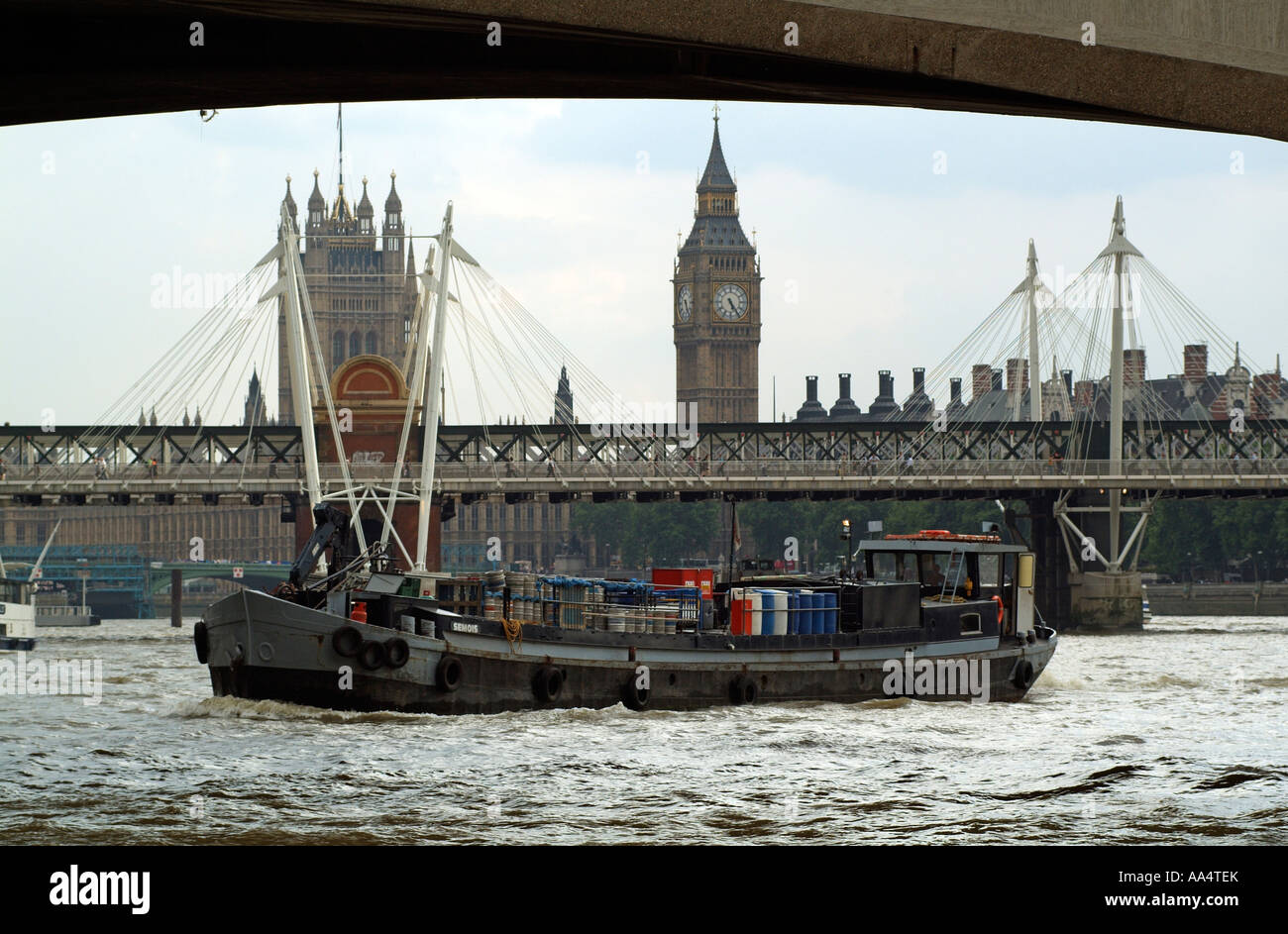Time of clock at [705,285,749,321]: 5:24
